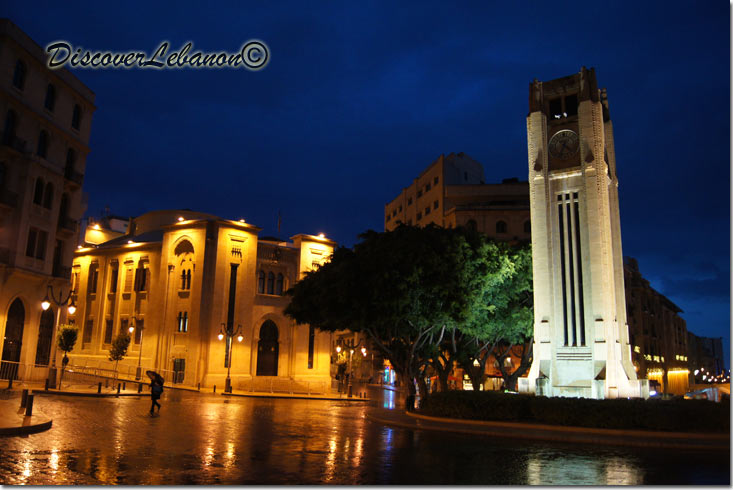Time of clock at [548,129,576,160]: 4:33
